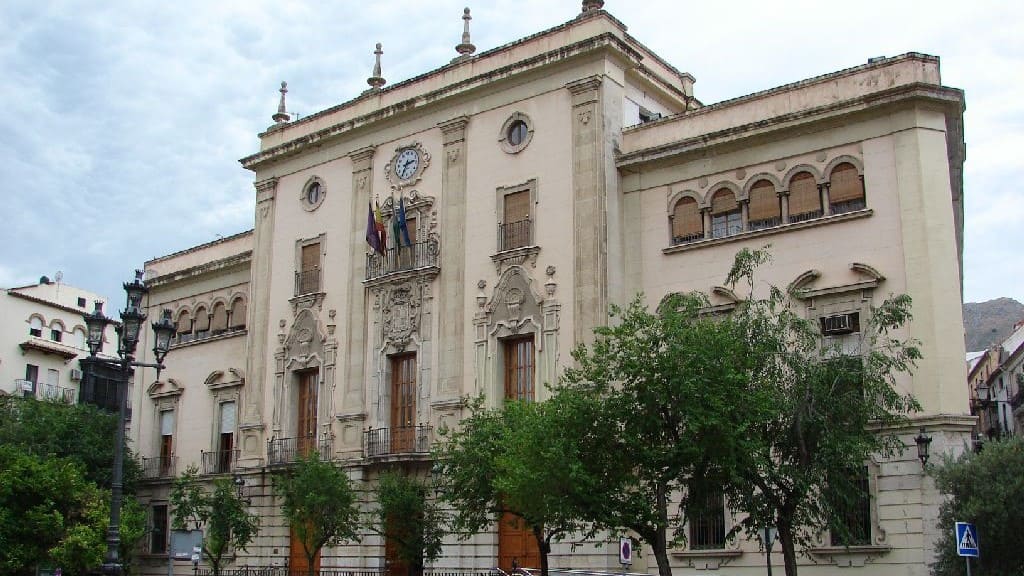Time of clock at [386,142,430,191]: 2:33
